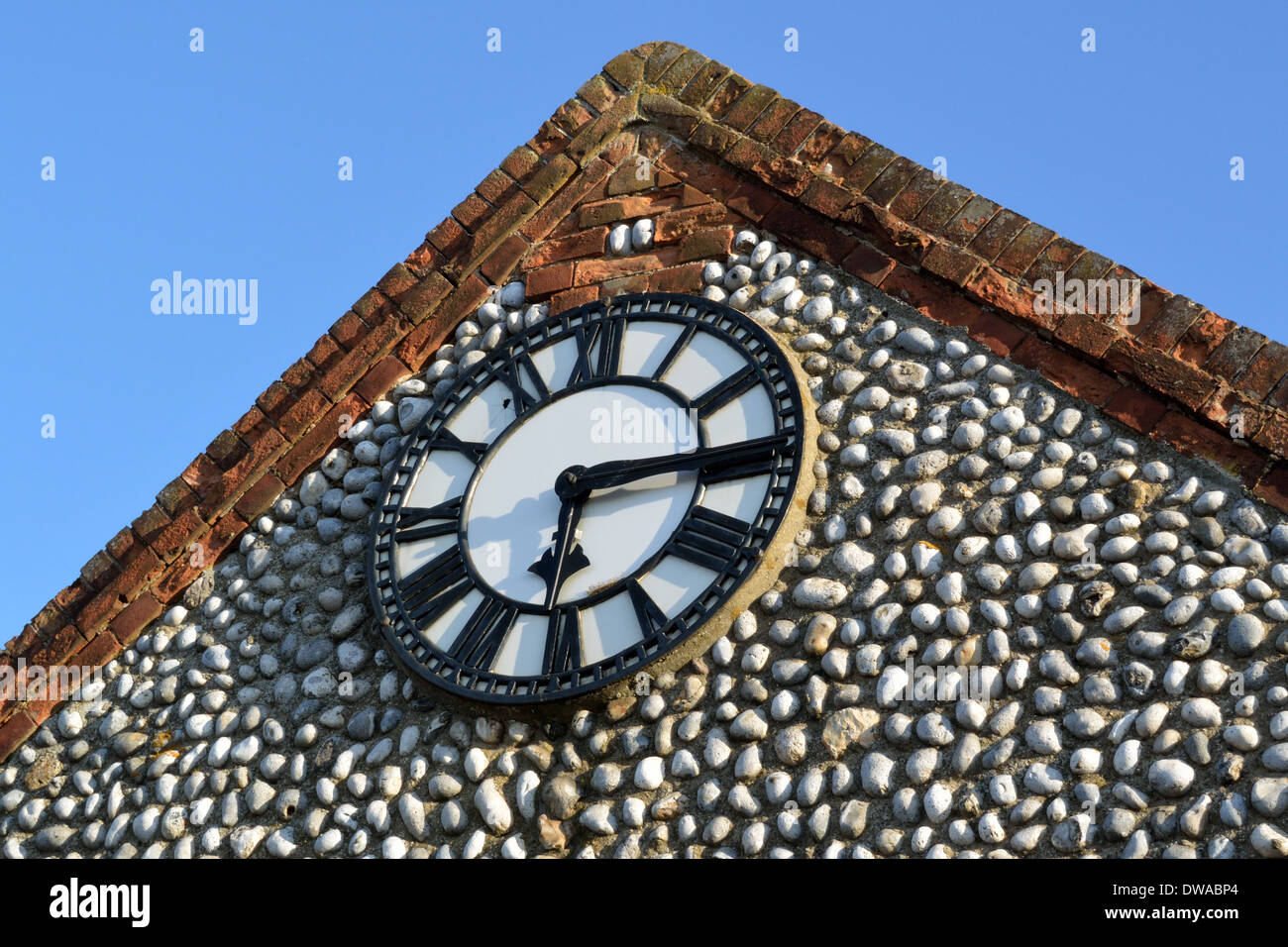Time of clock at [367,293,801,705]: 6:14
